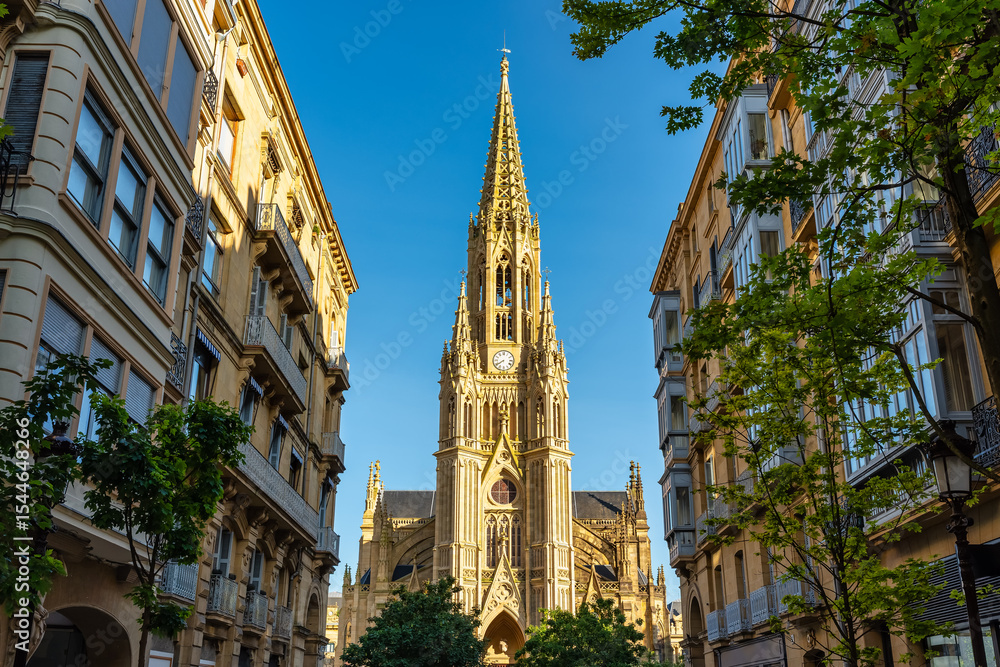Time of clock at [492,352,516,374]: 7:39
